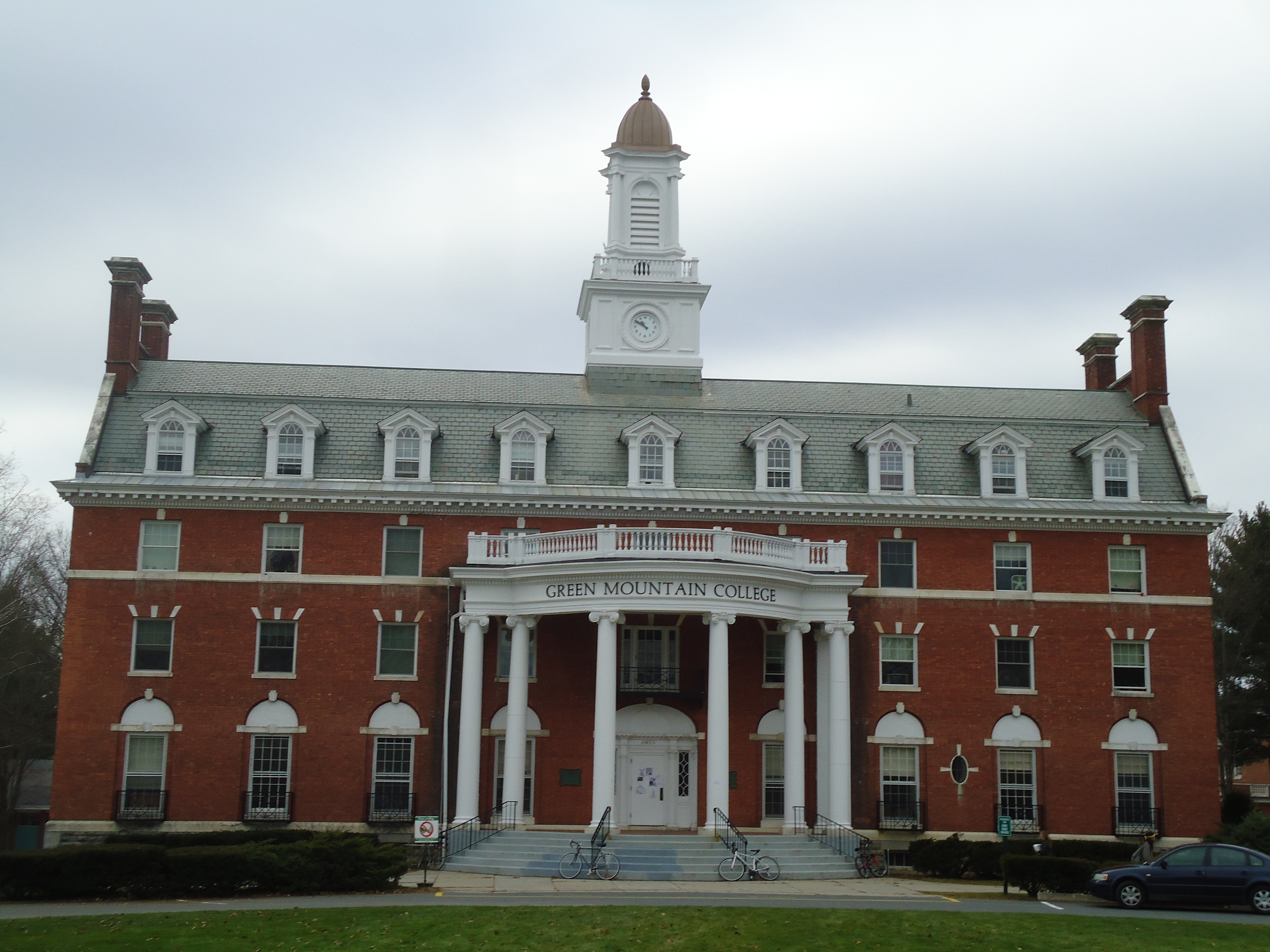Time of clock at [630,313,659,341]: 10:50
